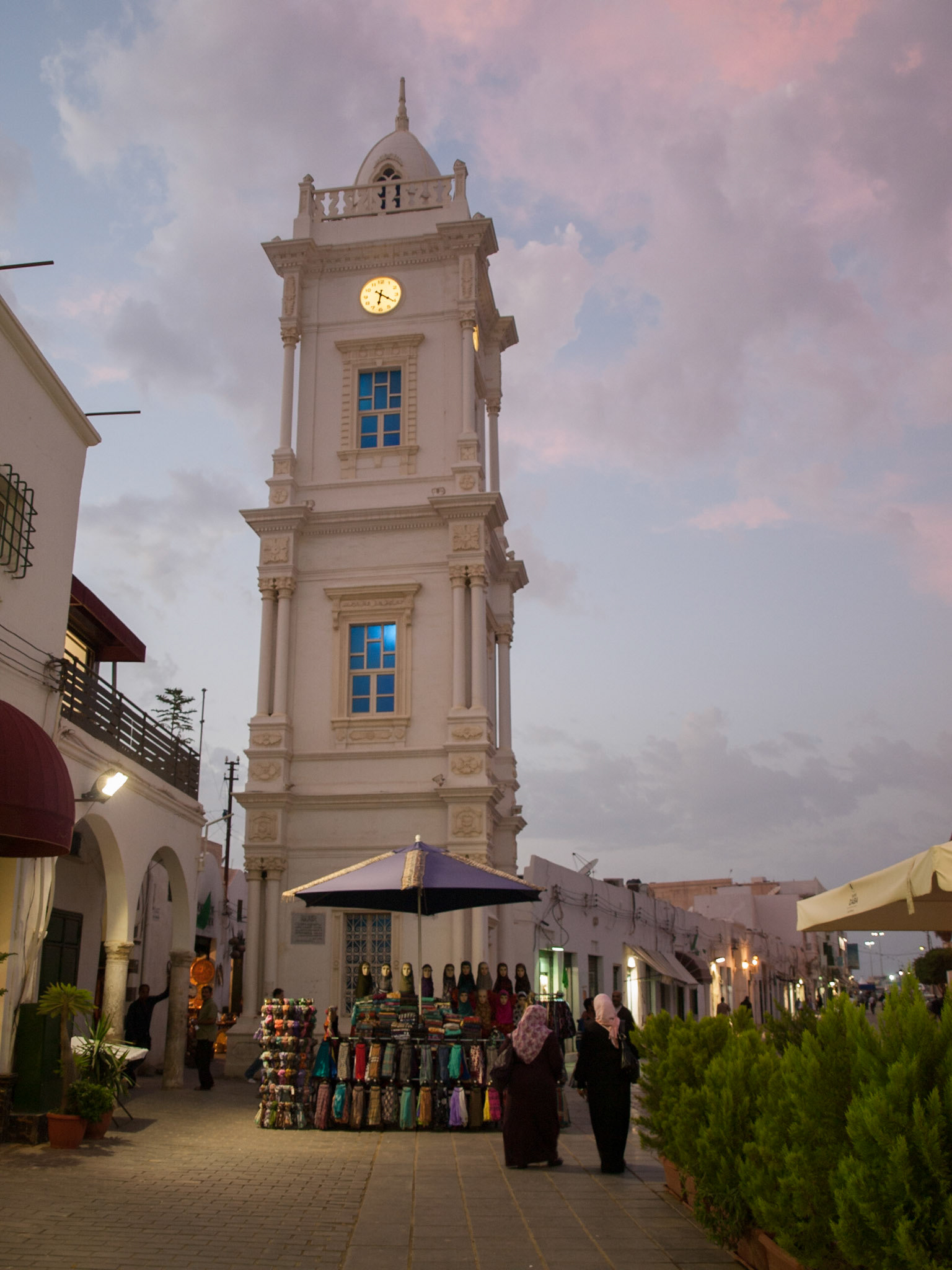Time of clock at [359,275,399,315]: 6:20
